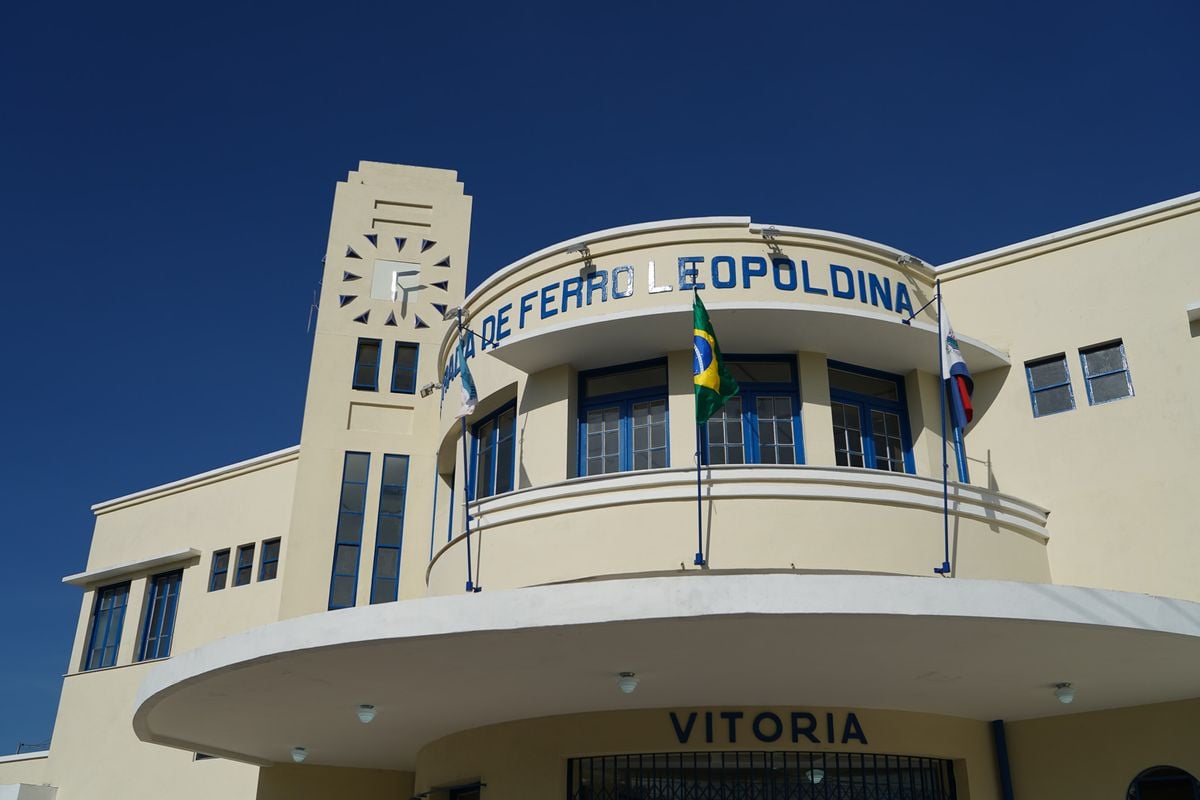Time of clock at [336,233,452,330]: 2:29
